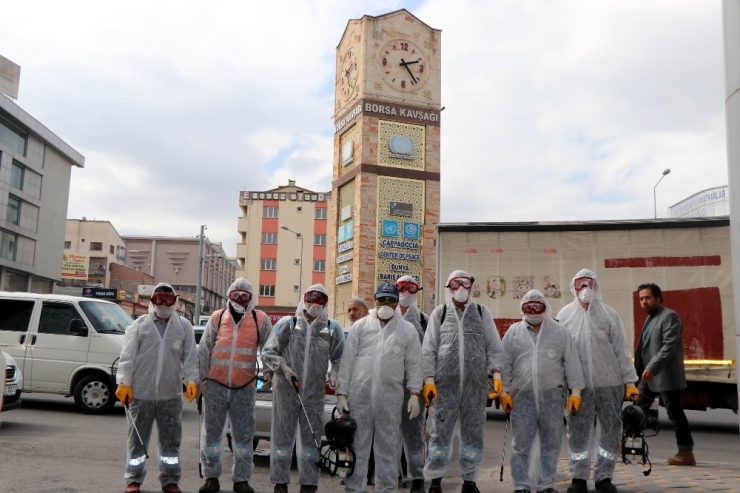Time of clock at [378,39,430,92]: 2:23
